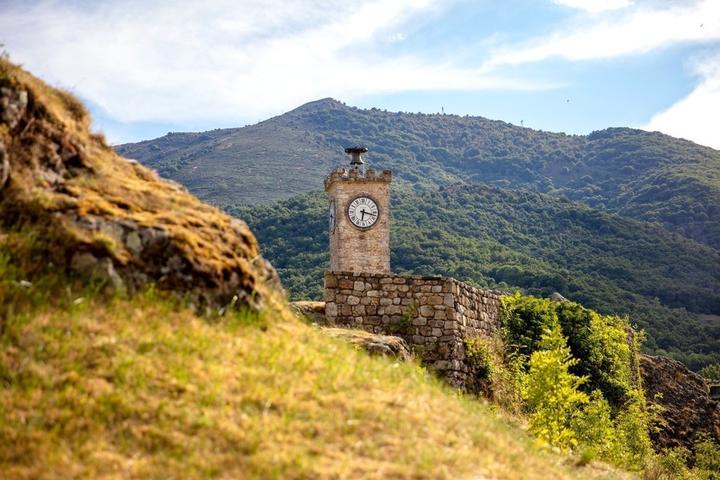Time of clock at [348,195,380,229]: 6:17
